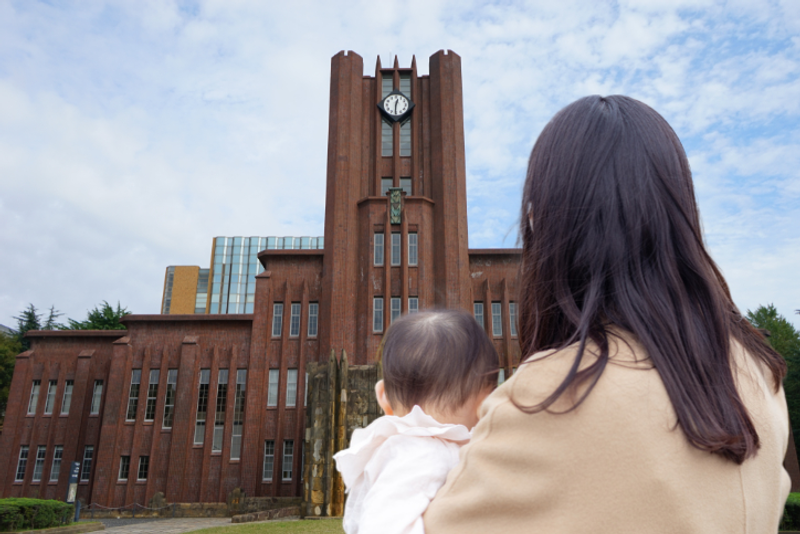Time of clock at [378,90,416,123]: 12:30
